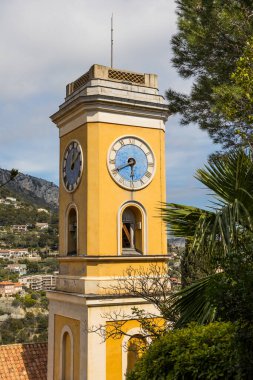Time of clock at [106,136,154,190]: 5:40
